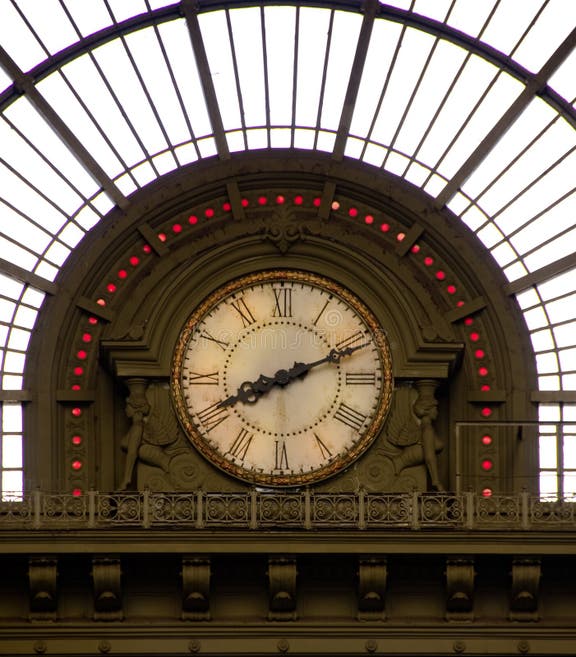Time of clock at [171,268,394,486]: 8:11
